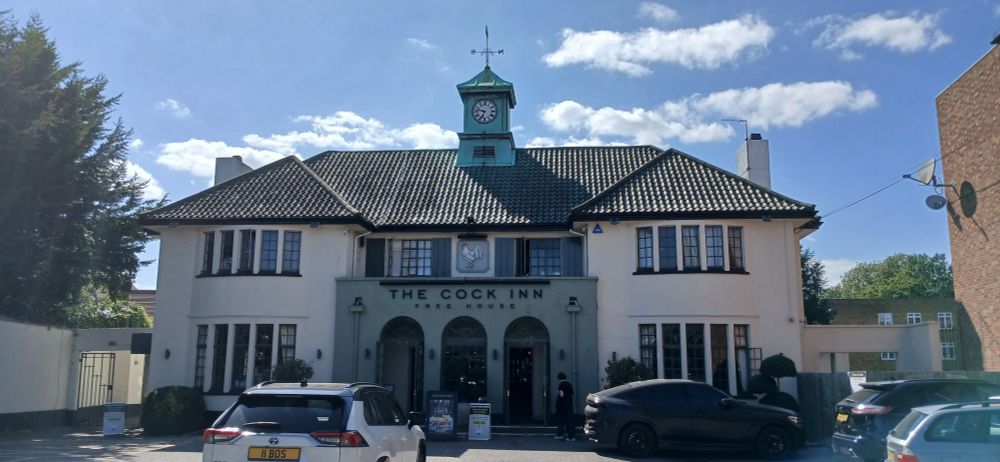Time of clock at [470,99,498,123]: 6:47
